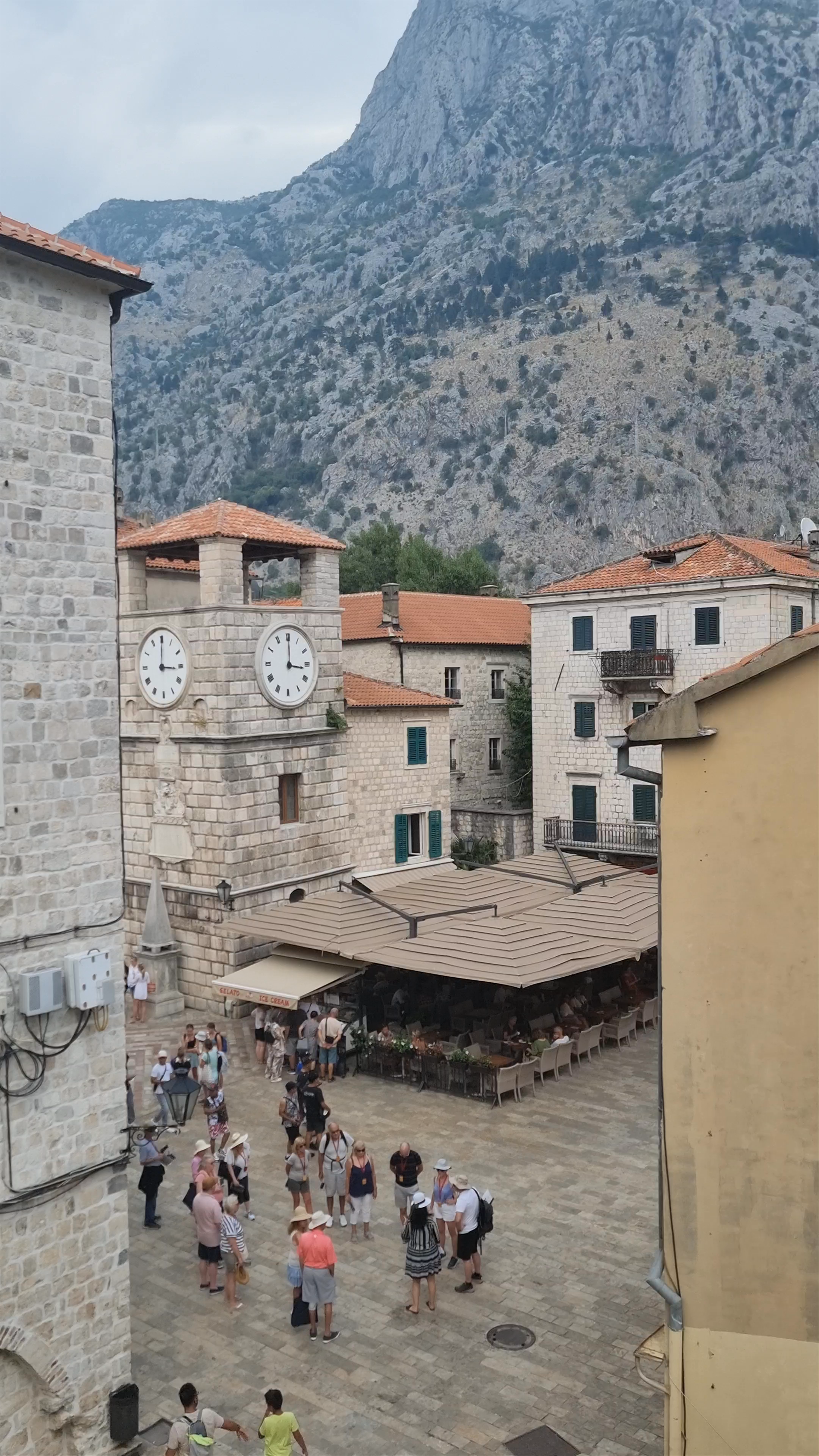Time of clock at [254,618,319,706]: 3:00
